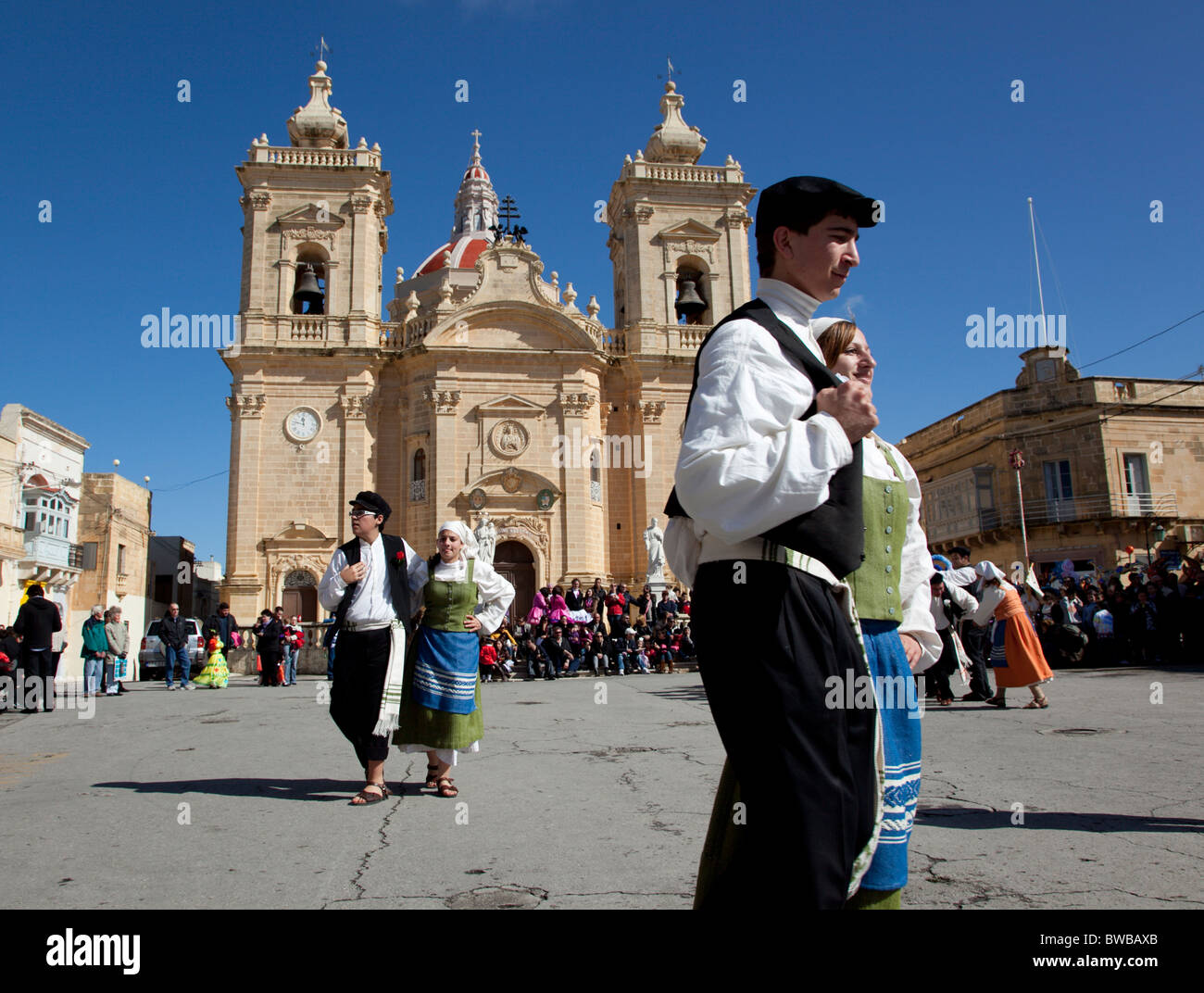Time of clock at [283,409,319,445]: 11:47
